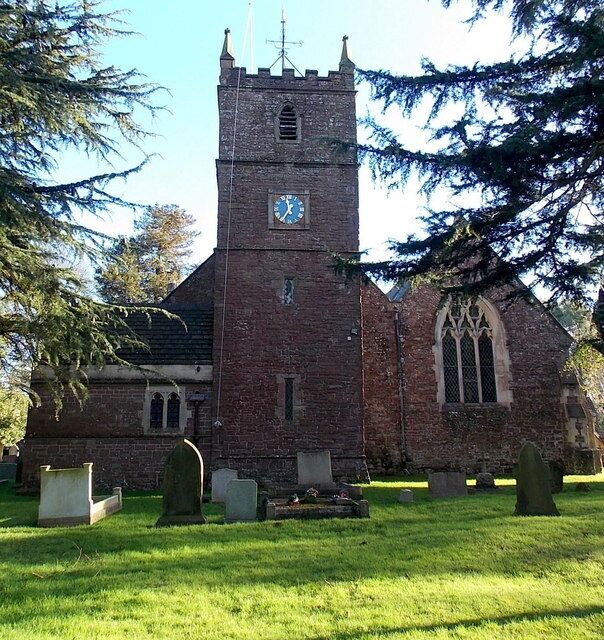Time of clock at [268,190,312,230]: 11:35
